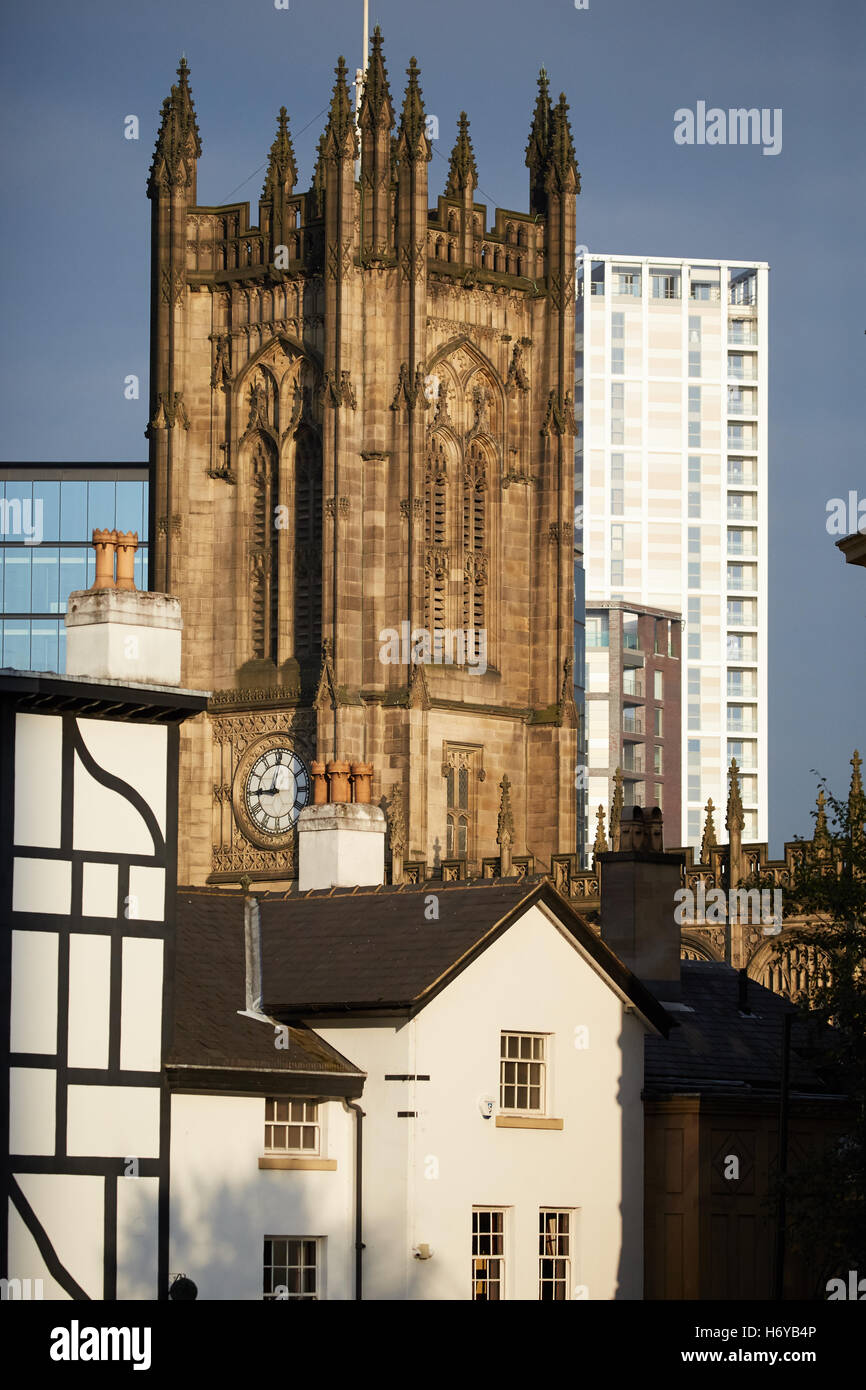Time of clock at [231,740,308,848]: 9:01
